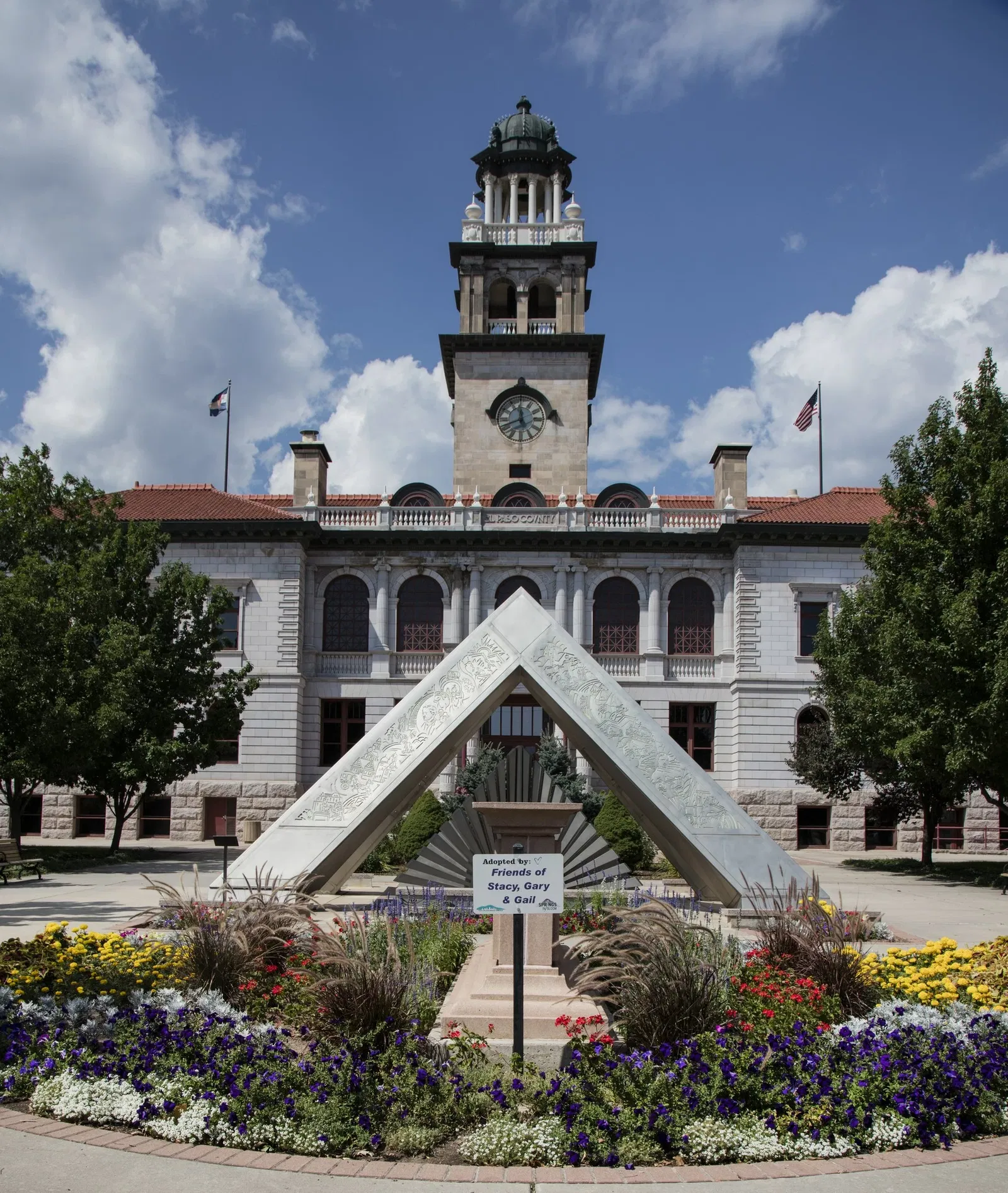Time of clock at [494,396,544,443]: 11:41
